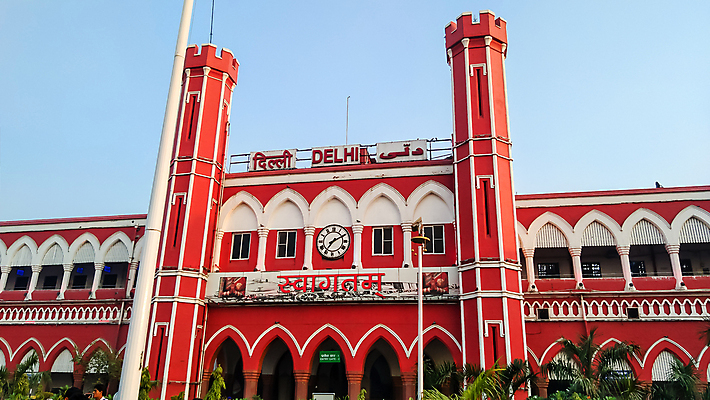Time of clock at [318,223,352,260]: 7:10
